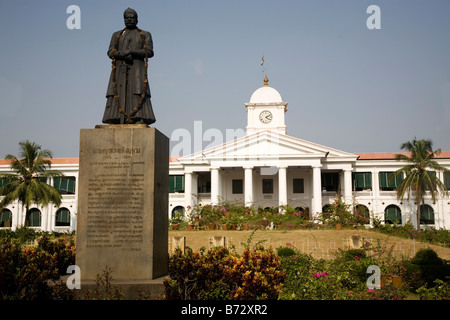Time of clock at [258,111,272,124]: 4:10
